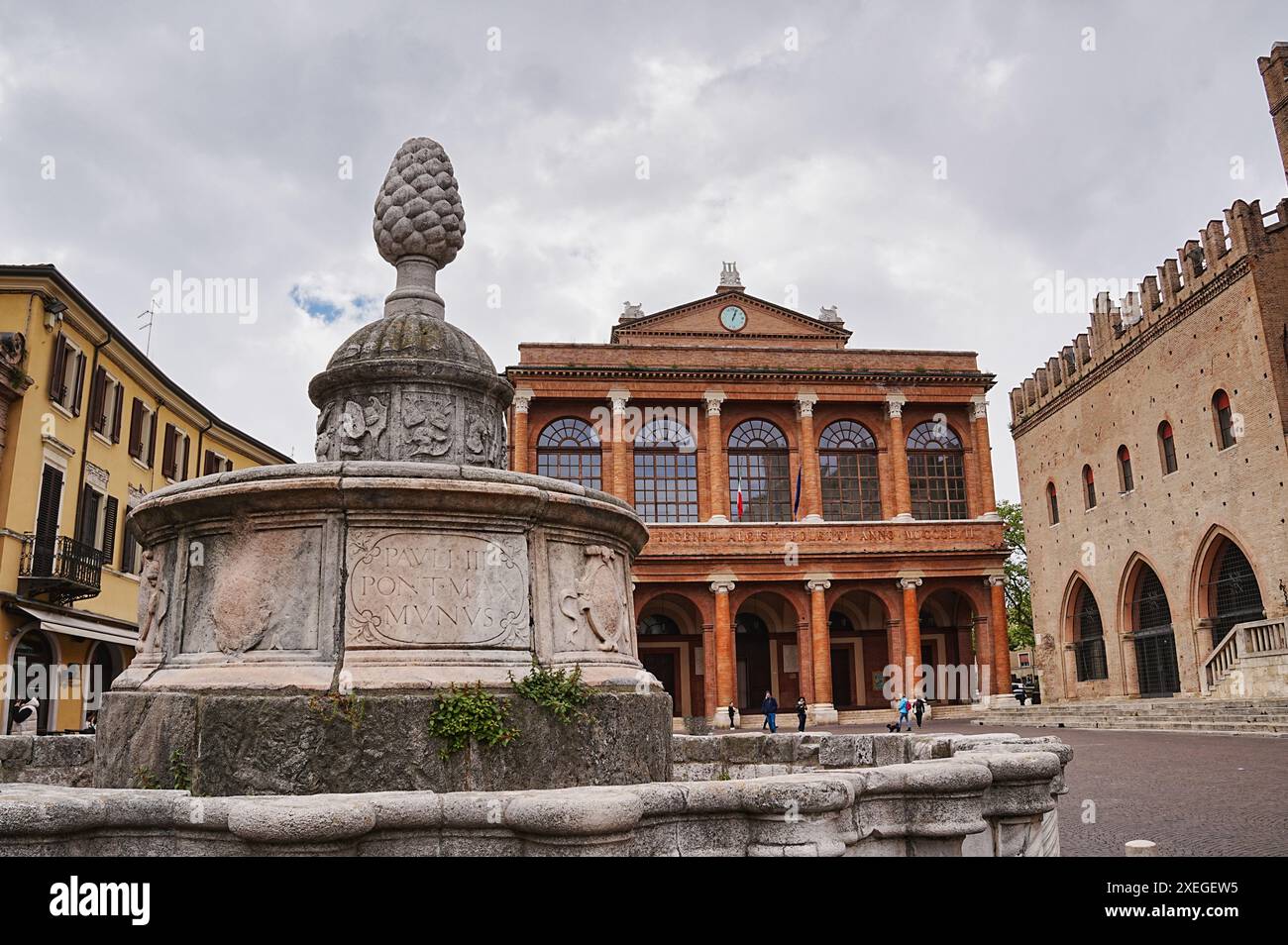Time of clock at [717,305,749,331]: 1:03
